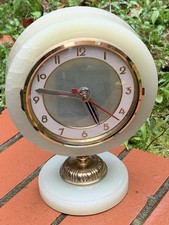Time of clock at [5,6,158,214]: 4:46
